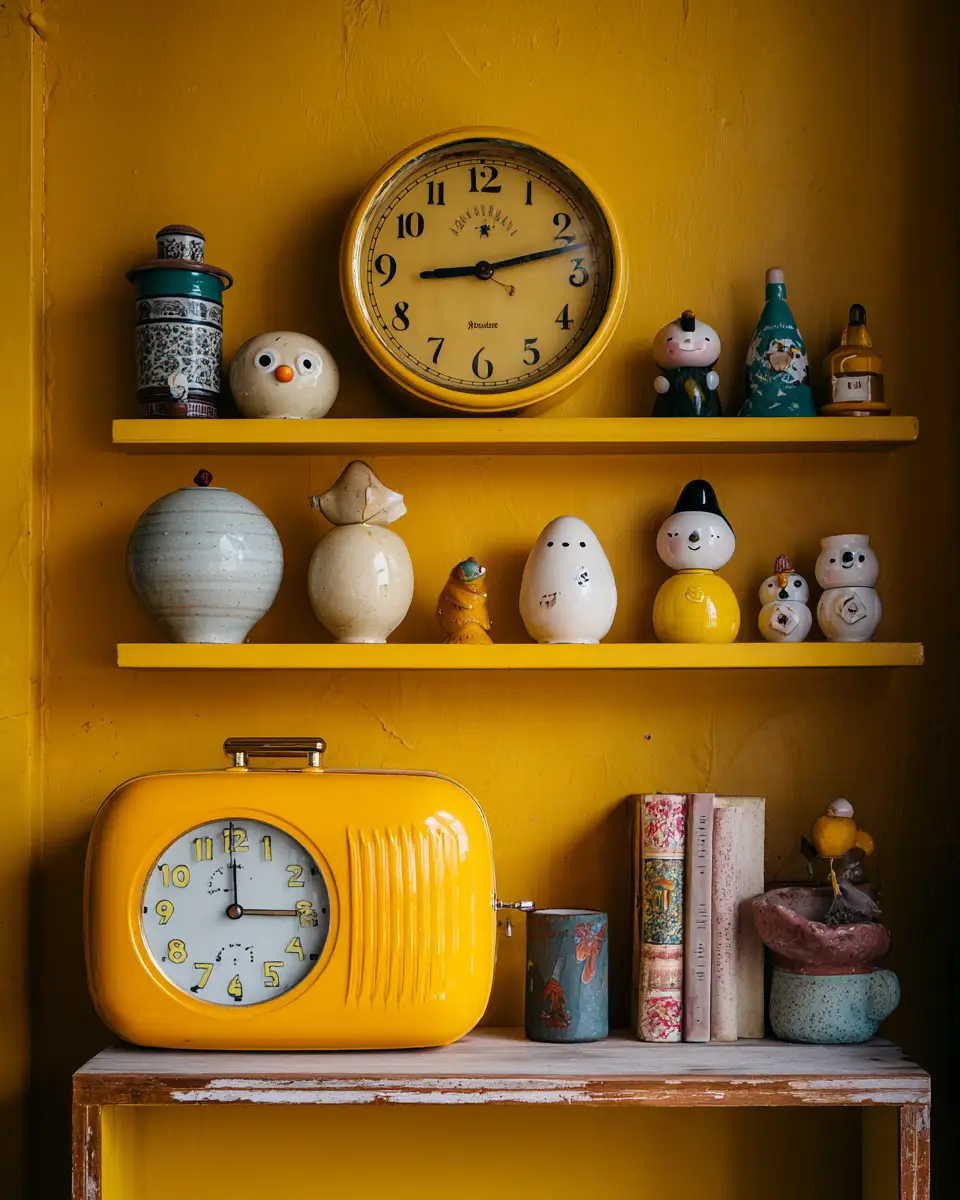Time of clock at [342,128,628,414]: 9:12
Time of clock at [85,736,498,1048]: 3:00
